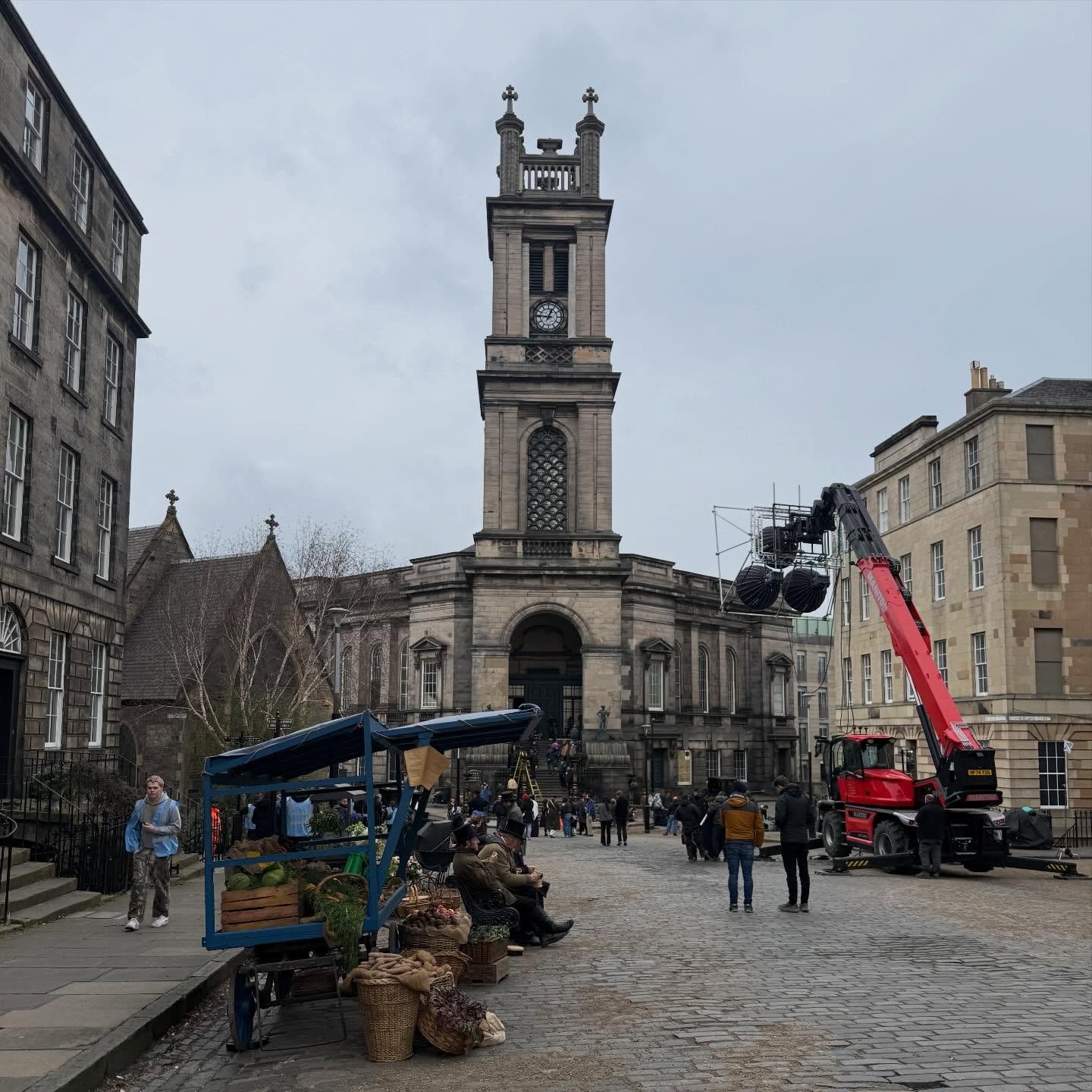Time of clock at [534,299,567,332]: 12:46
